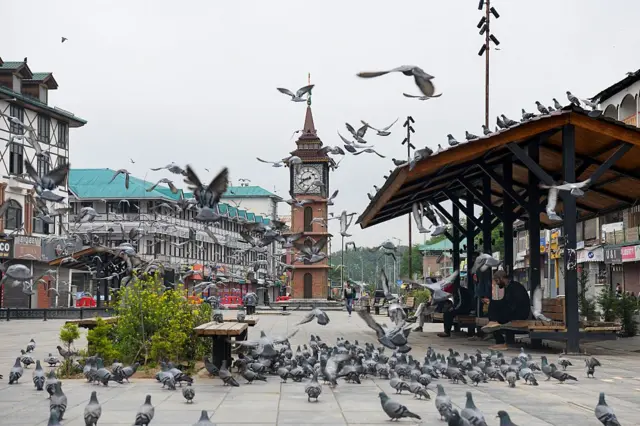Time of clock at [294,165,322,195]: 8:40
